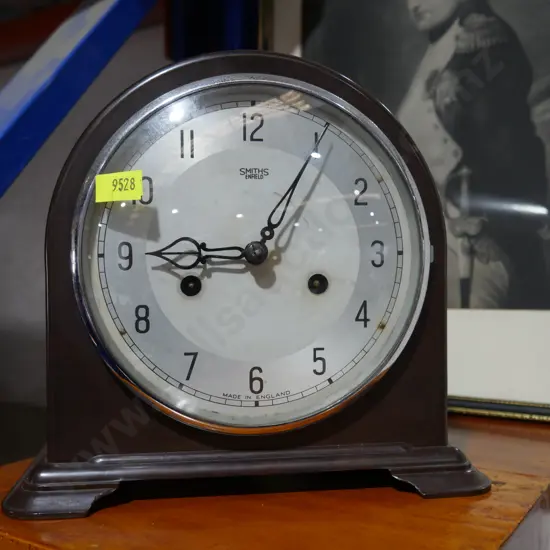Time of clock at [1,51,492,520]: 9:05
